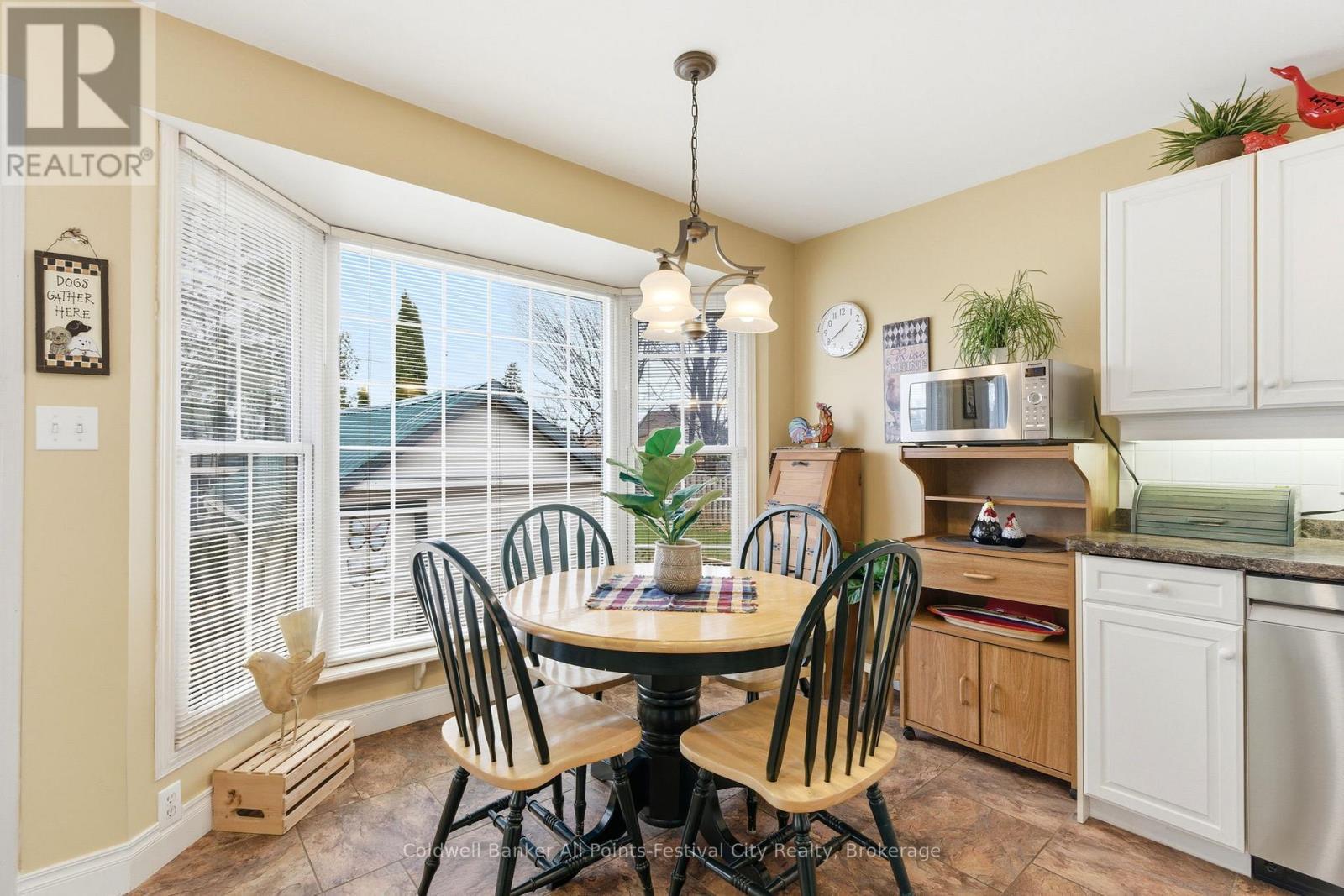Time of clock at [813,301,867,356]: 1:39
